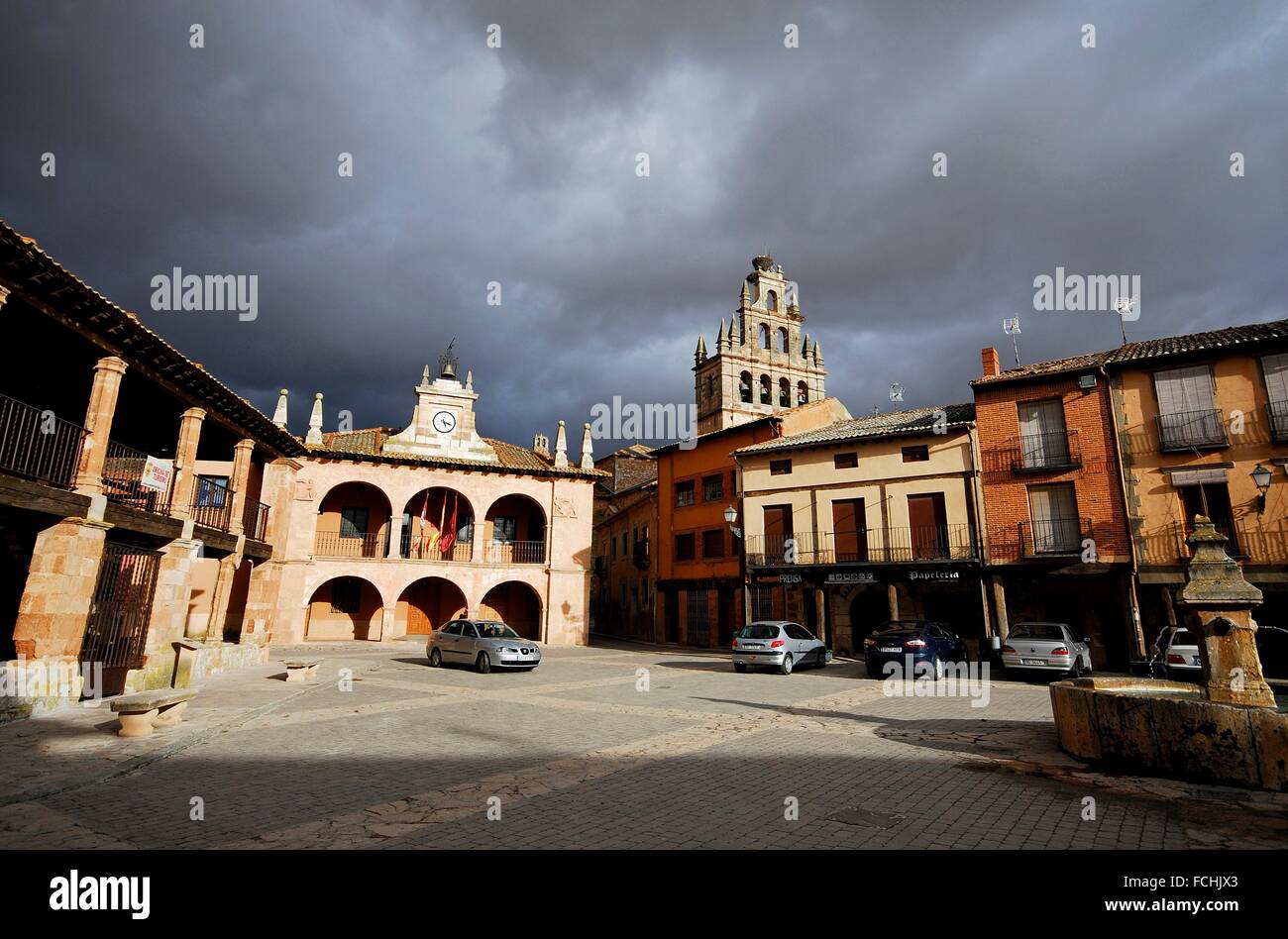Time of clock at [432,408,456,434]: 5:18
